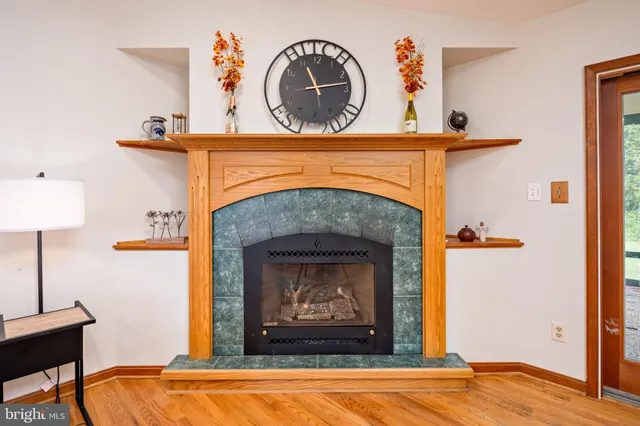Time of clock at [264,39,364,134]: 11:13
